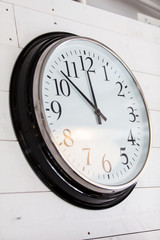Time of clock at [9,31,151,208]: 11:52
